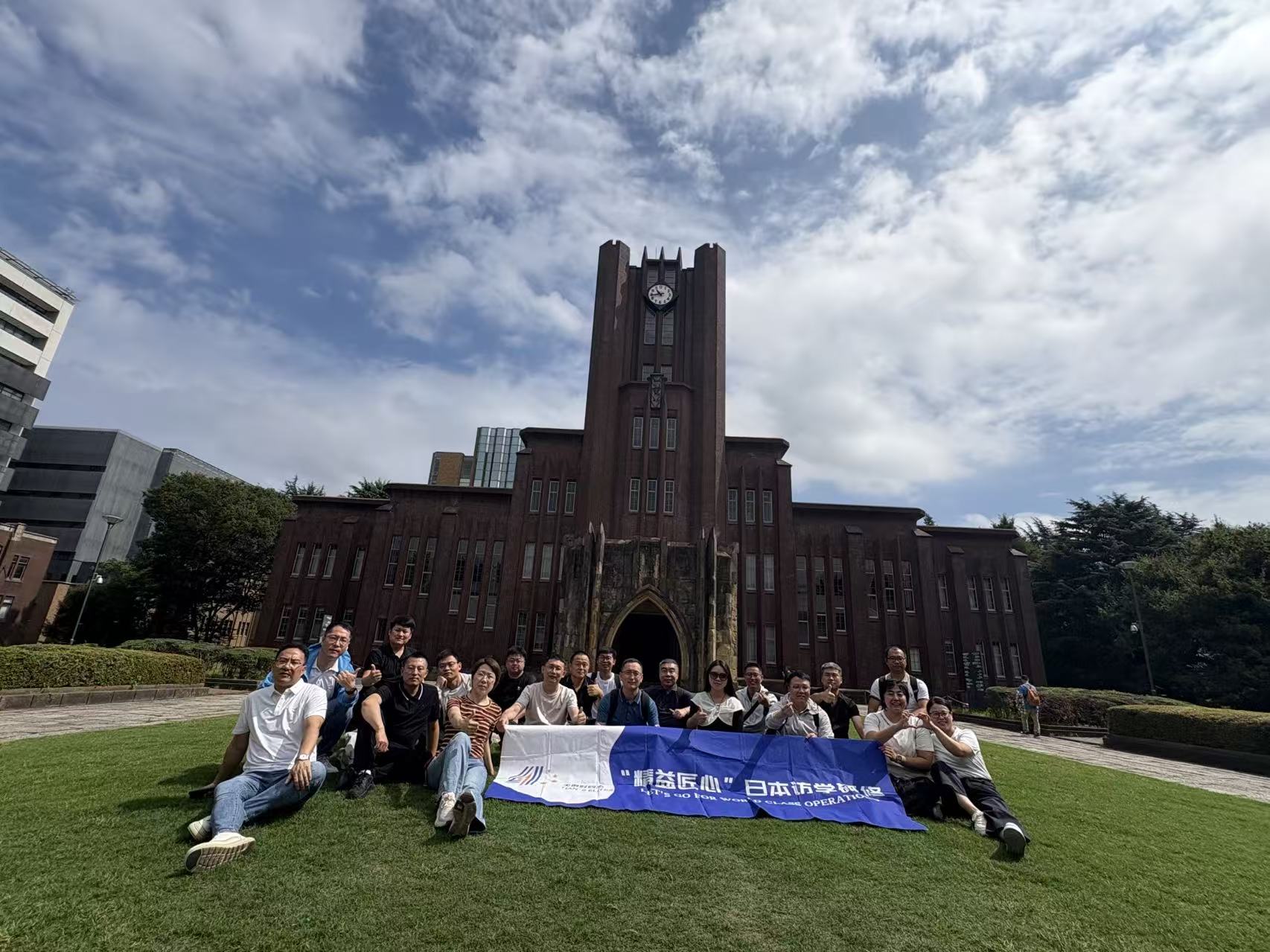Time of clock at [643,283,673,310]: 10:43
